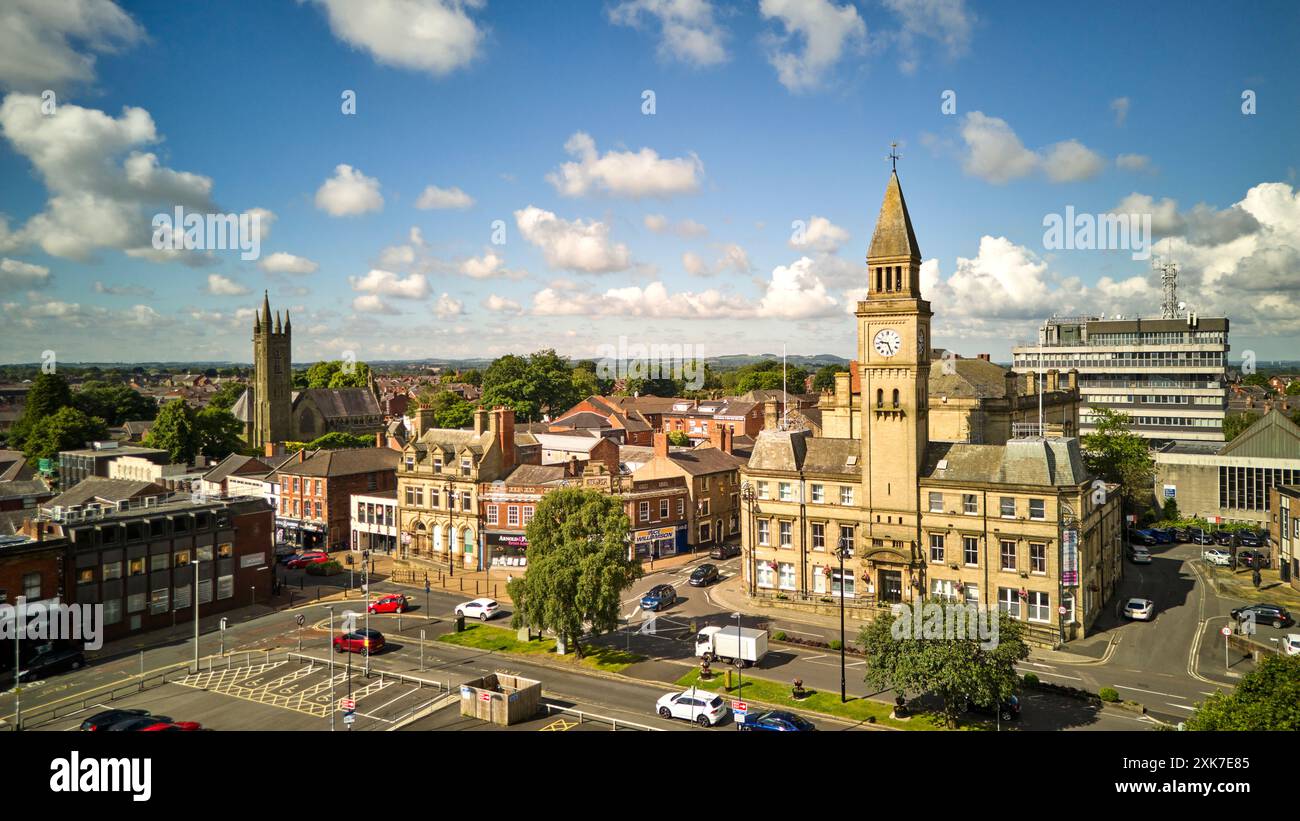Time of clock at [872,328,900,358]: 9:26
